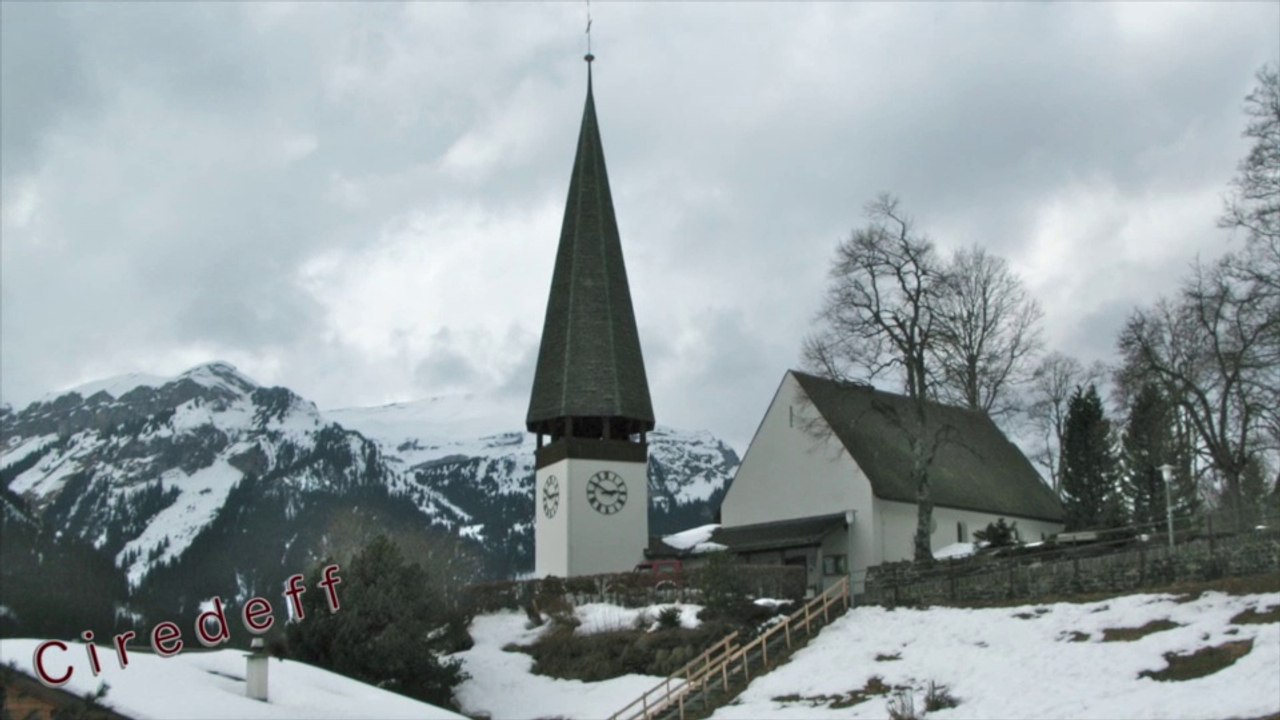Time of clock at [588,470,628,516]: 2:50
